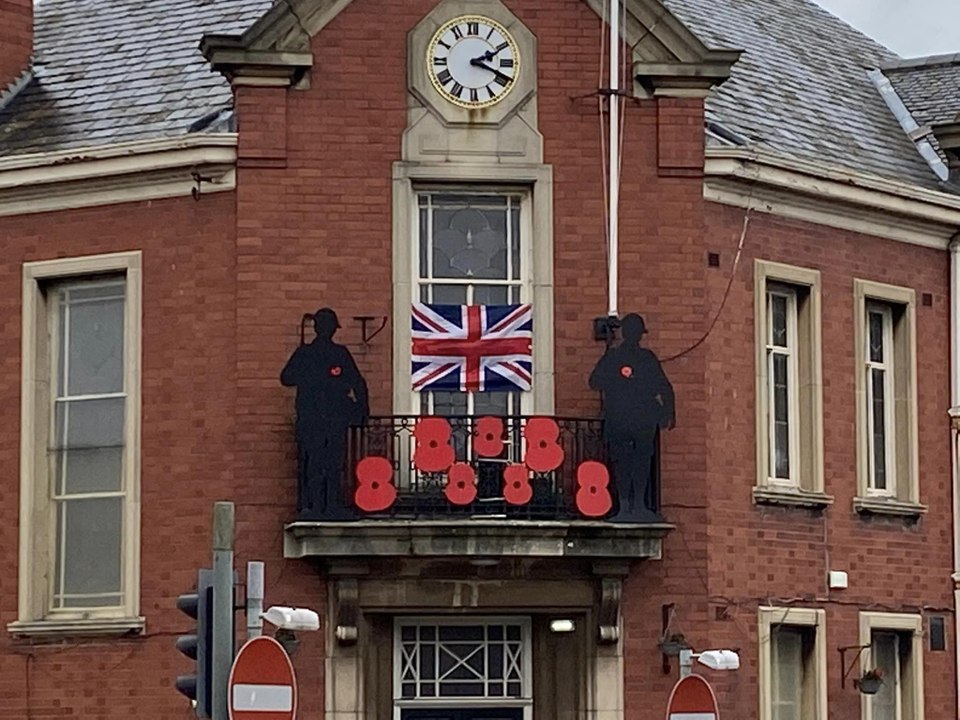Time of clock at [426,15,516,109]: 2:18
